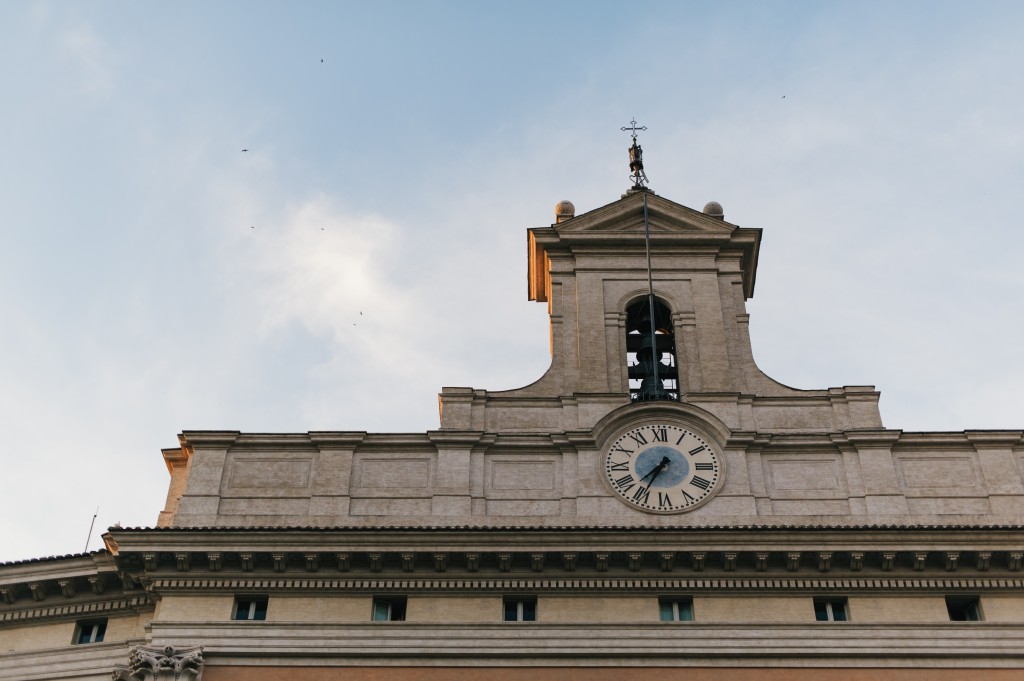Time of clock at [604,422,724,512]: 7:34
